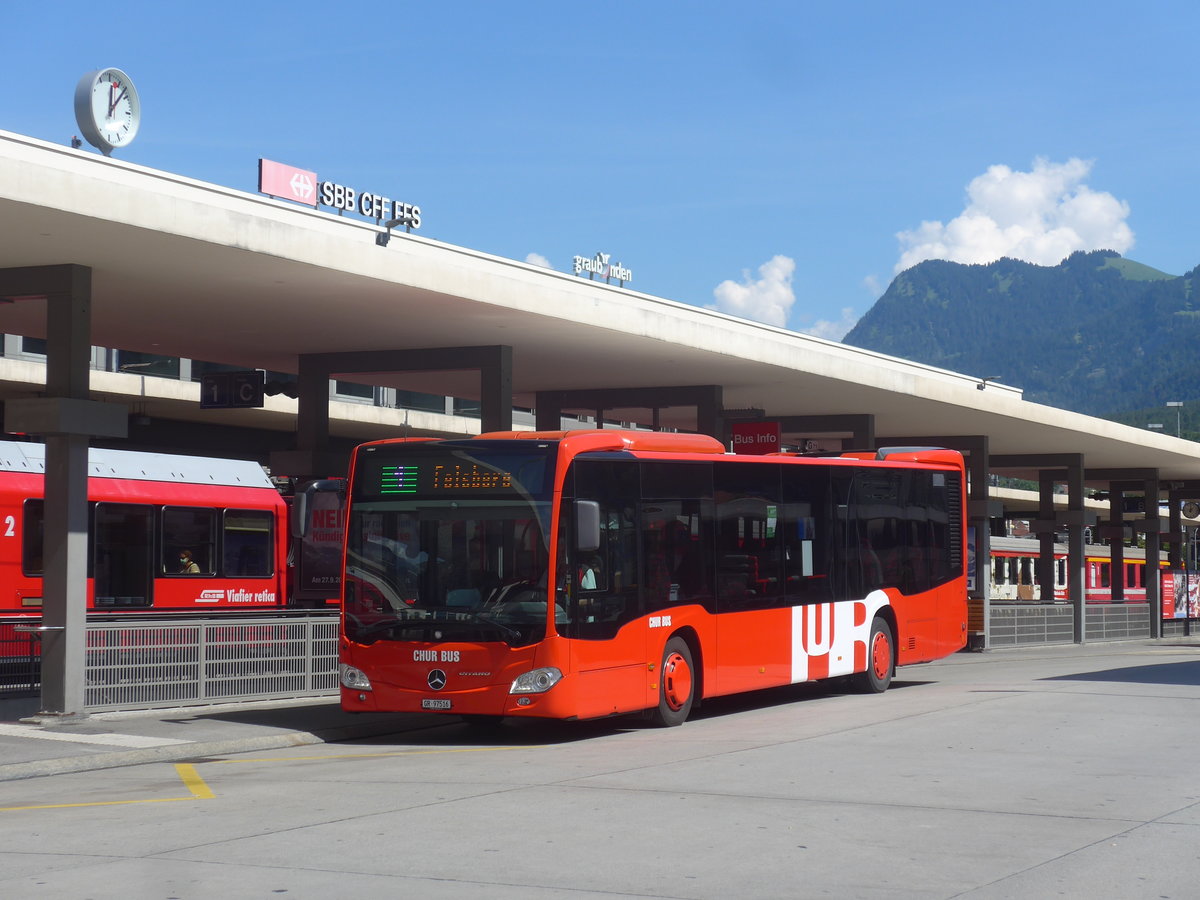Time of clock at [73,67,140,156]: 12:07
